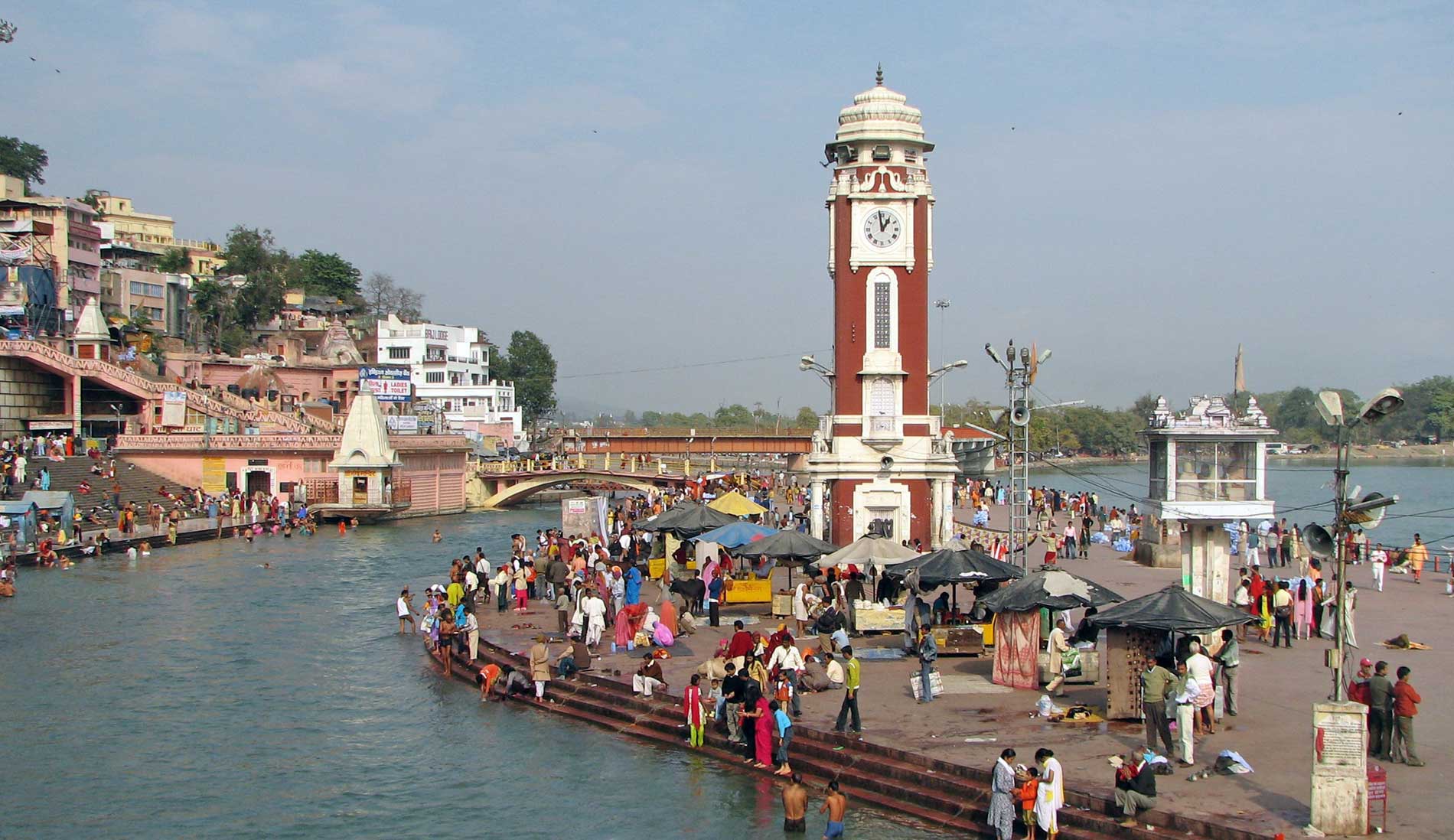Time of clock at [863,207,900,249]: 12:58
